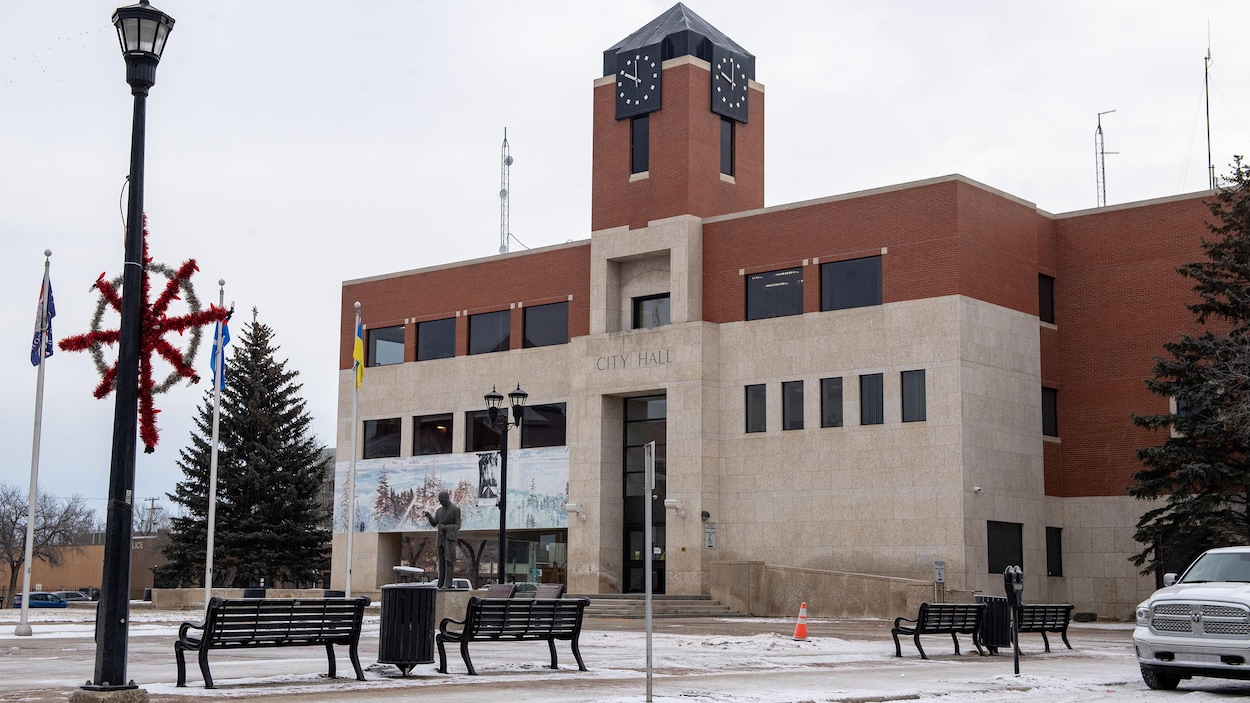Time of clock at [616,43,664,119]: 9:59
